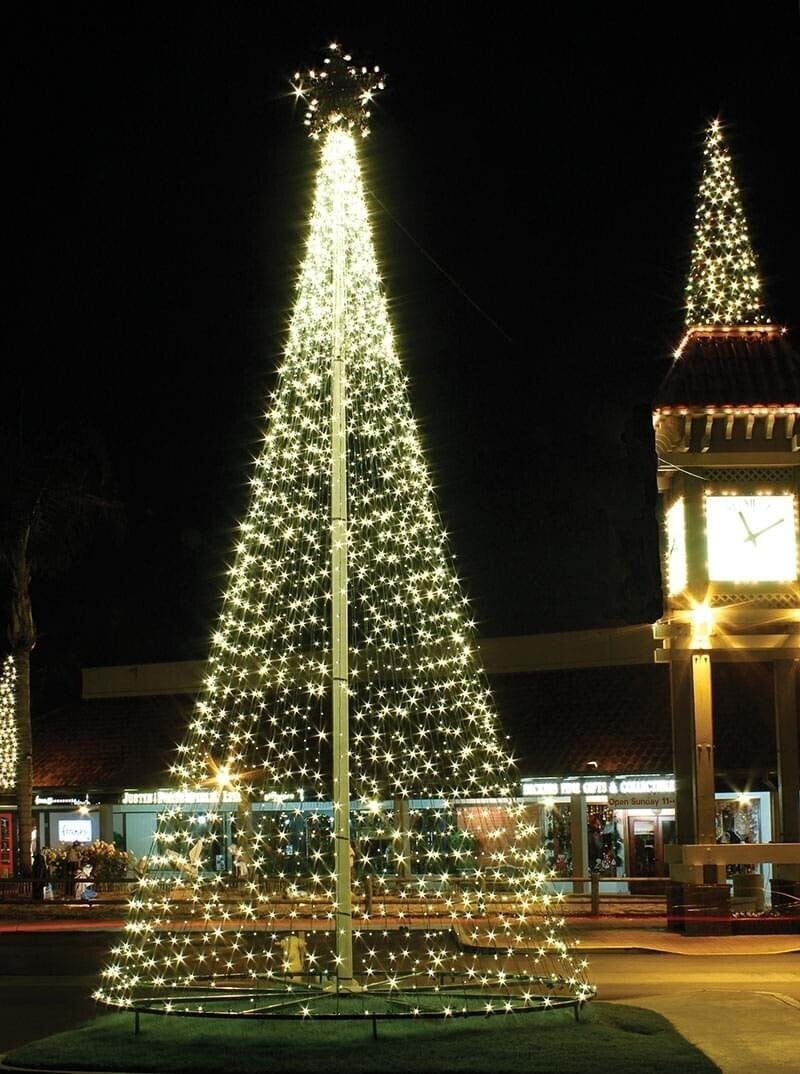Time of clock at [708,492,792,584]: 11:10
